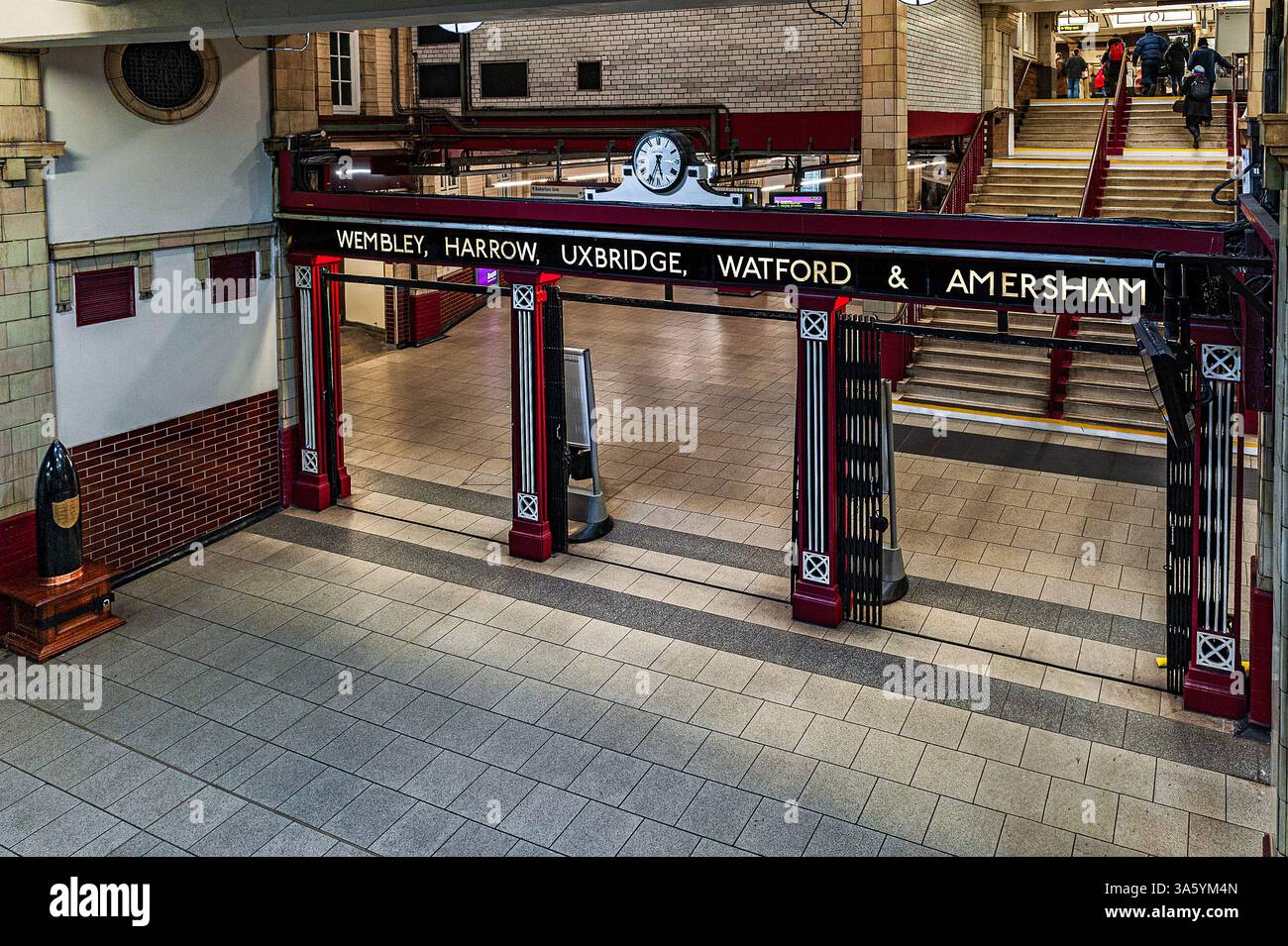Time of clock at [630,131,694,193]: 5:33
